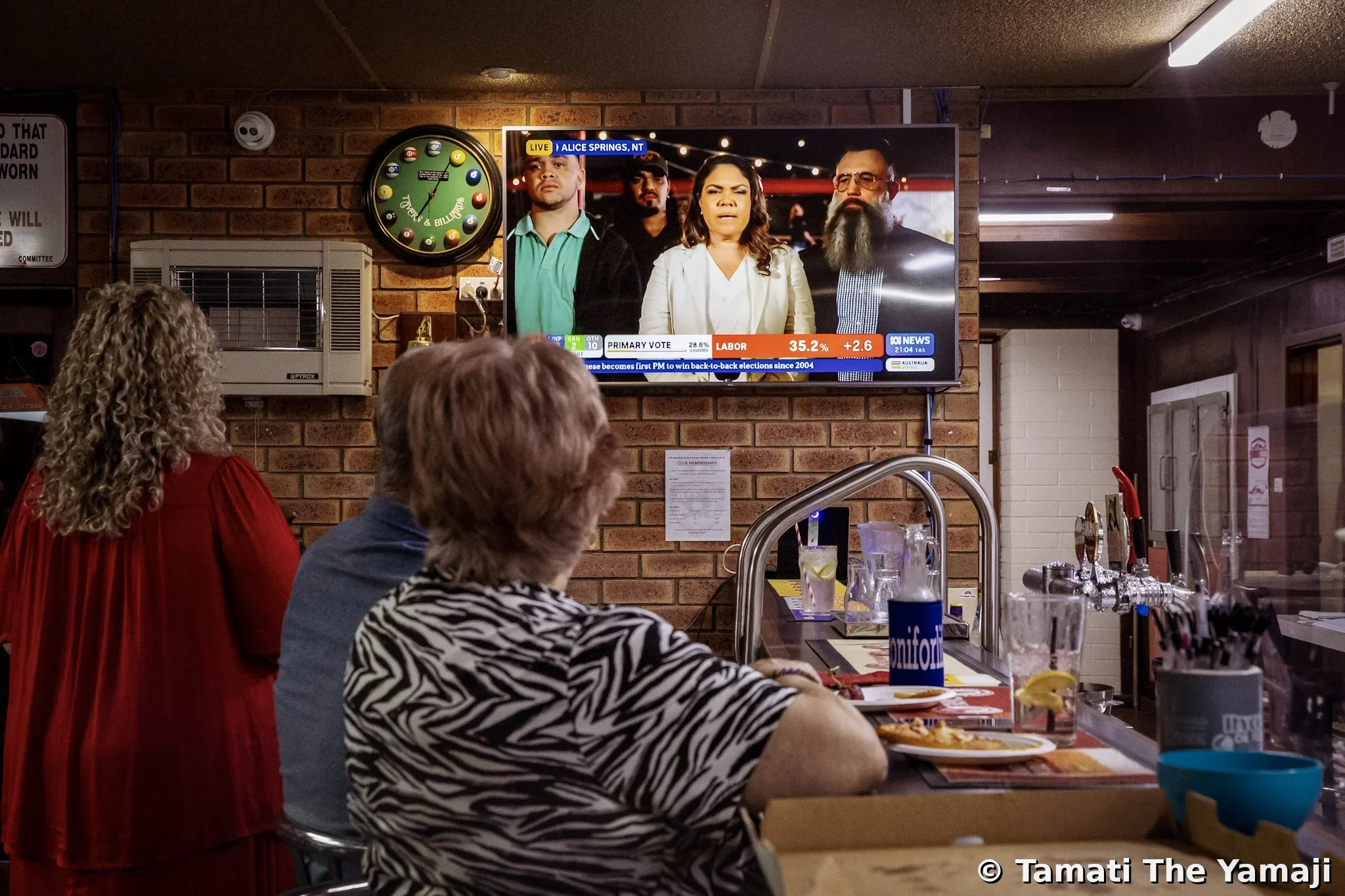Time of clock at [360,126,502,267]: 7:04
